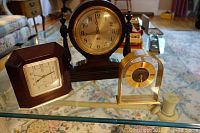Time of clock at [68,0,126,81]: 11:43
